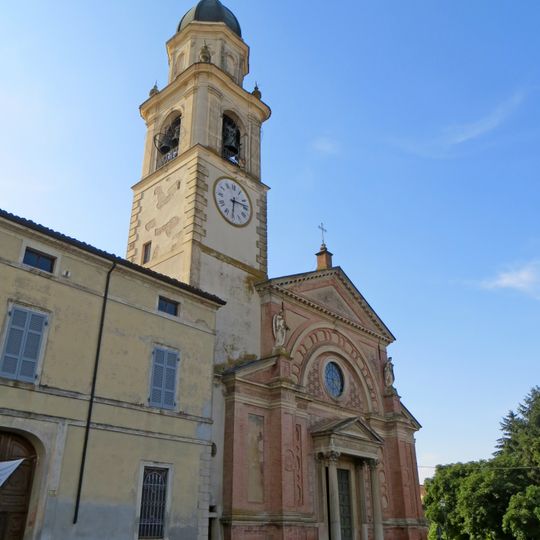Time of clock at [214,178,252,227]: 6:13
